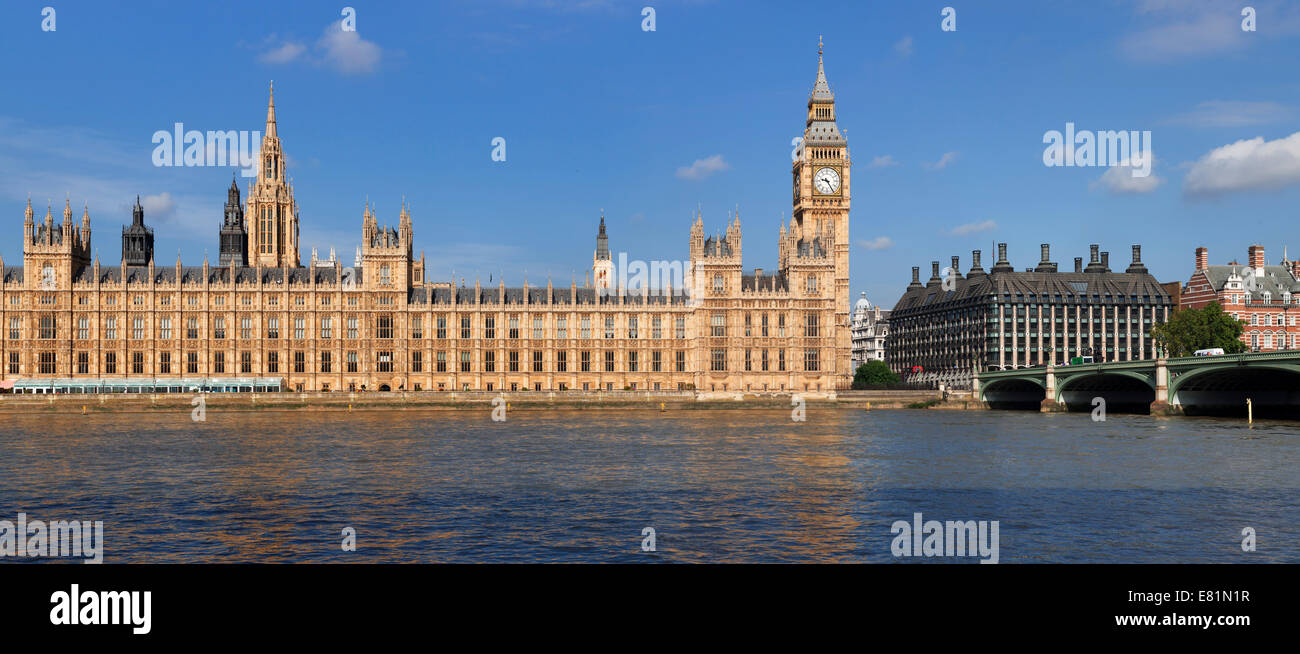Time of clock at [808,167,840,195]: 9:24
